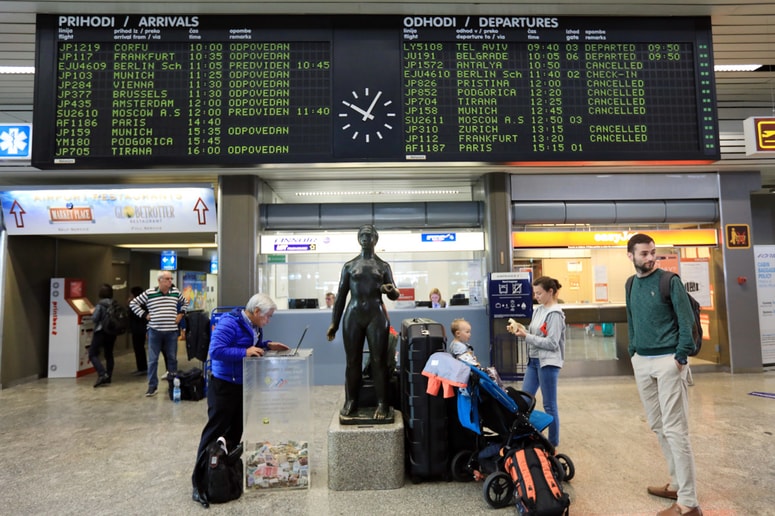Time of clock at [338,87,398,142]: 10:05
